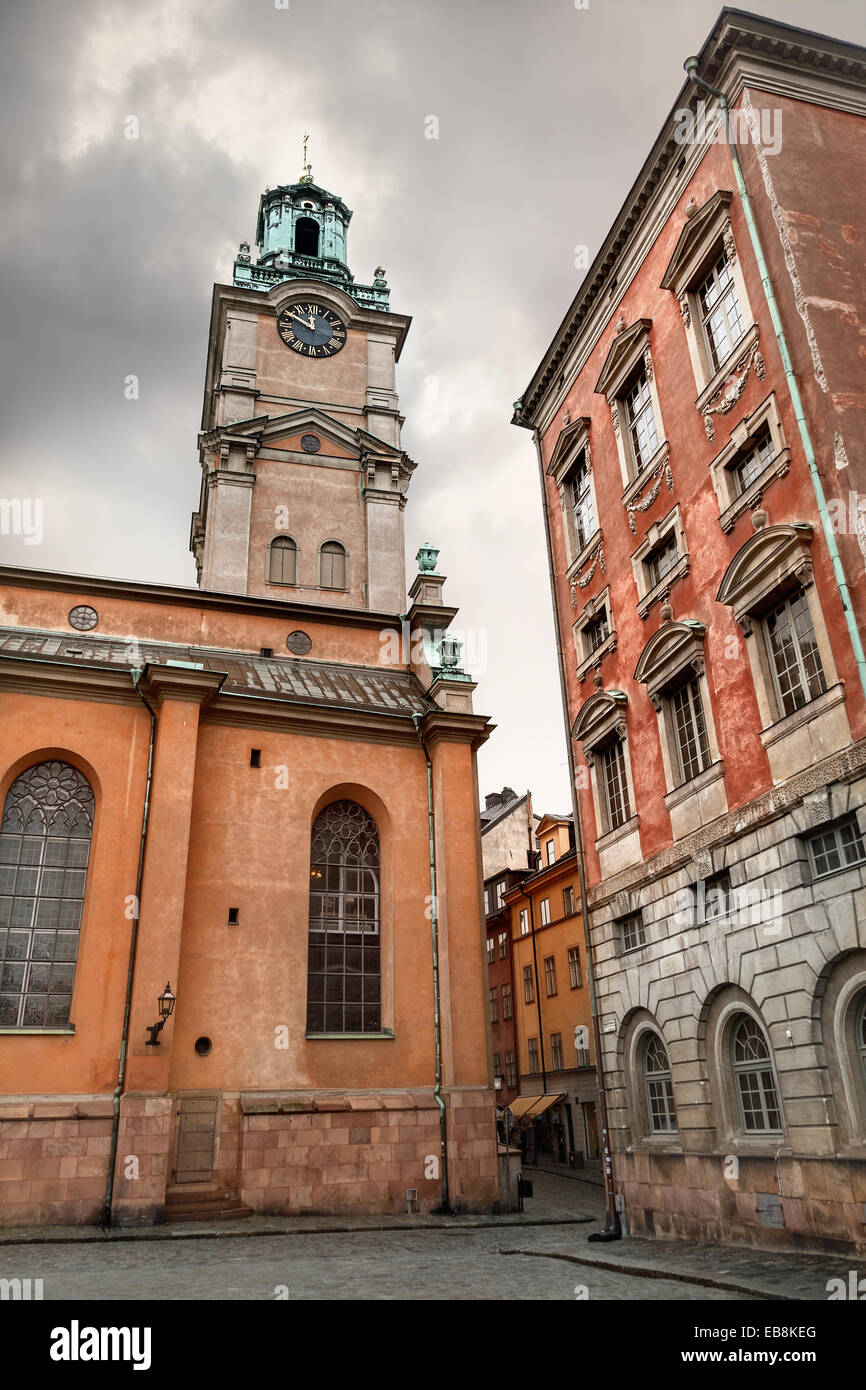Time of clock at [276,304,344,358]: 11:49
